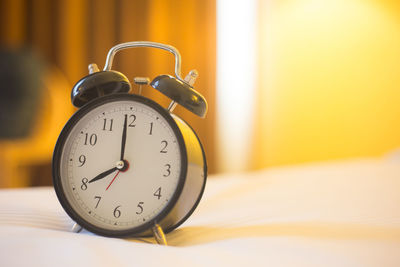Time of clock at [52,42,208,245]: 7:59
